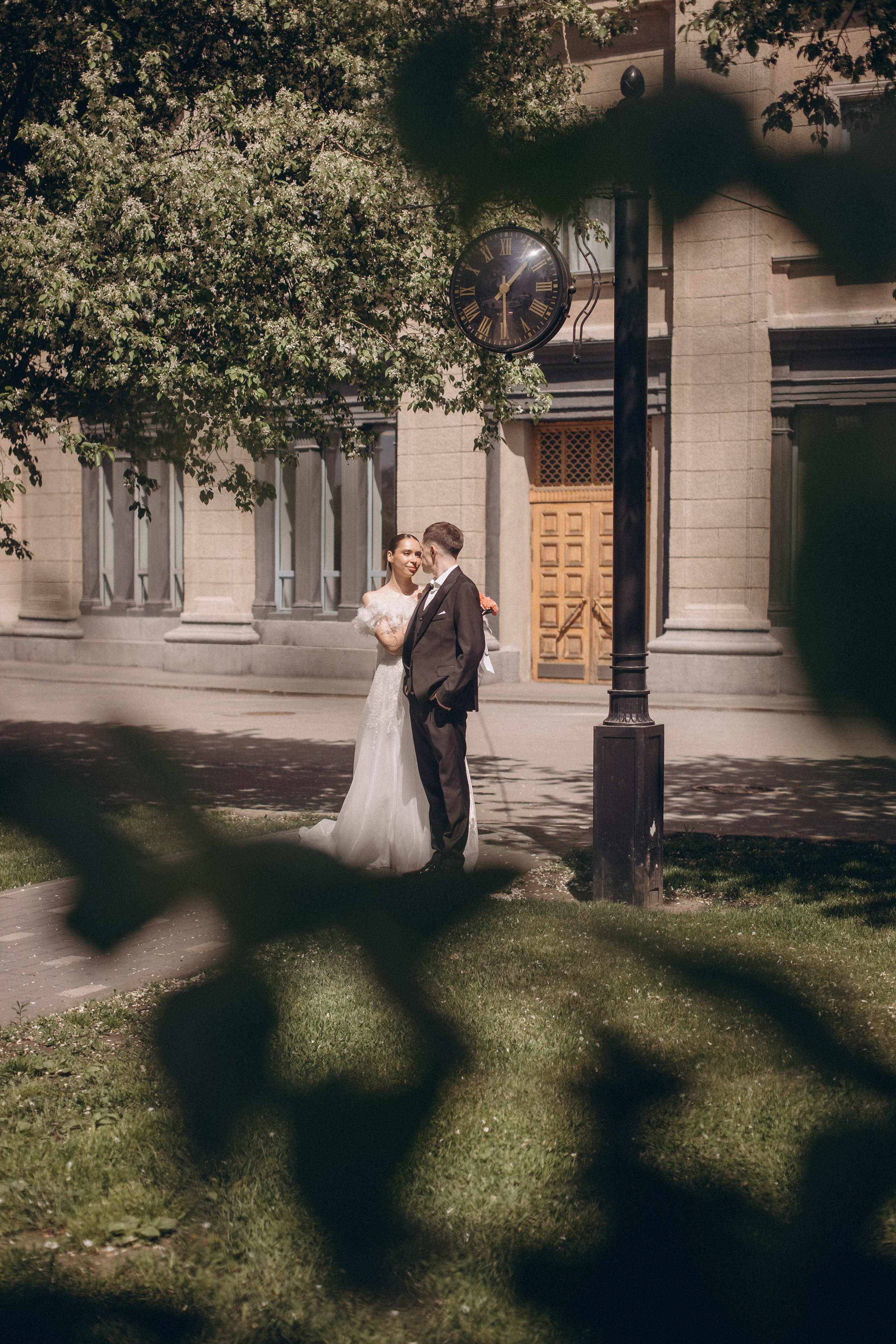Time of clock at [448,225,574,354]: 1:29
